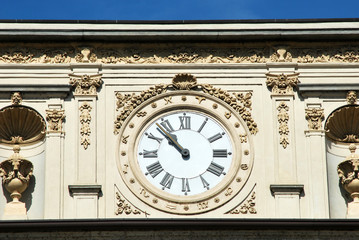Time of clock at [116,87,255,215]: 10:52
